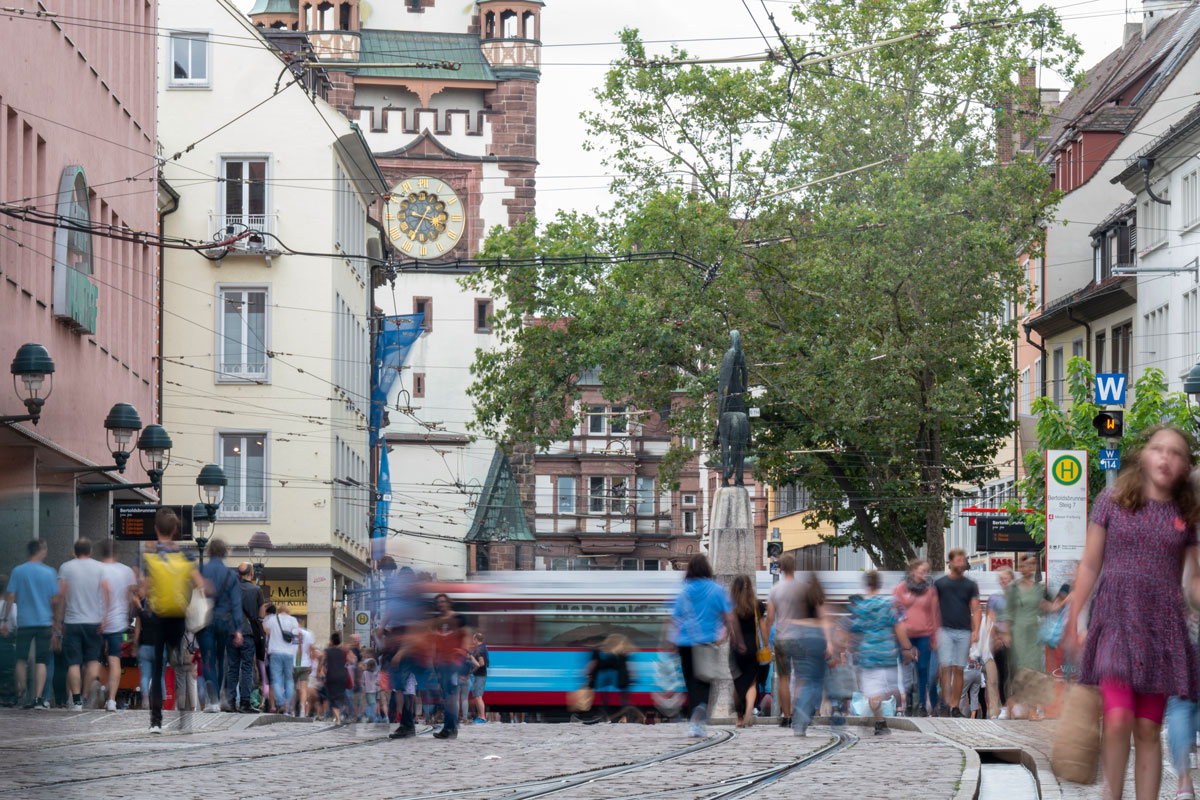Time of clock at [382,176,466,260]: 3:35
